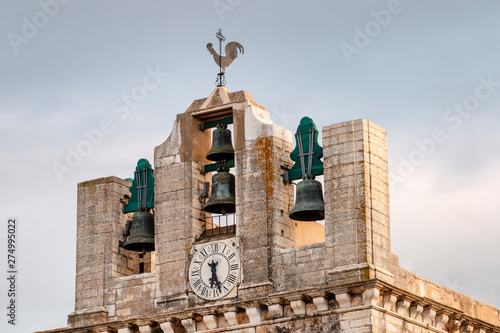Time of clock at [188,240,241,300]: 6:27
